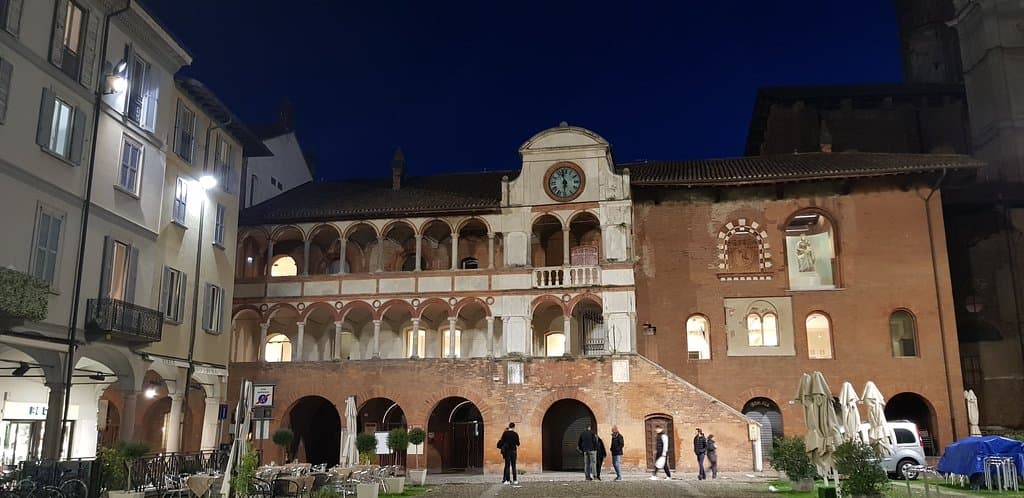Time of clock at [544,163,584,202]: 5:57
